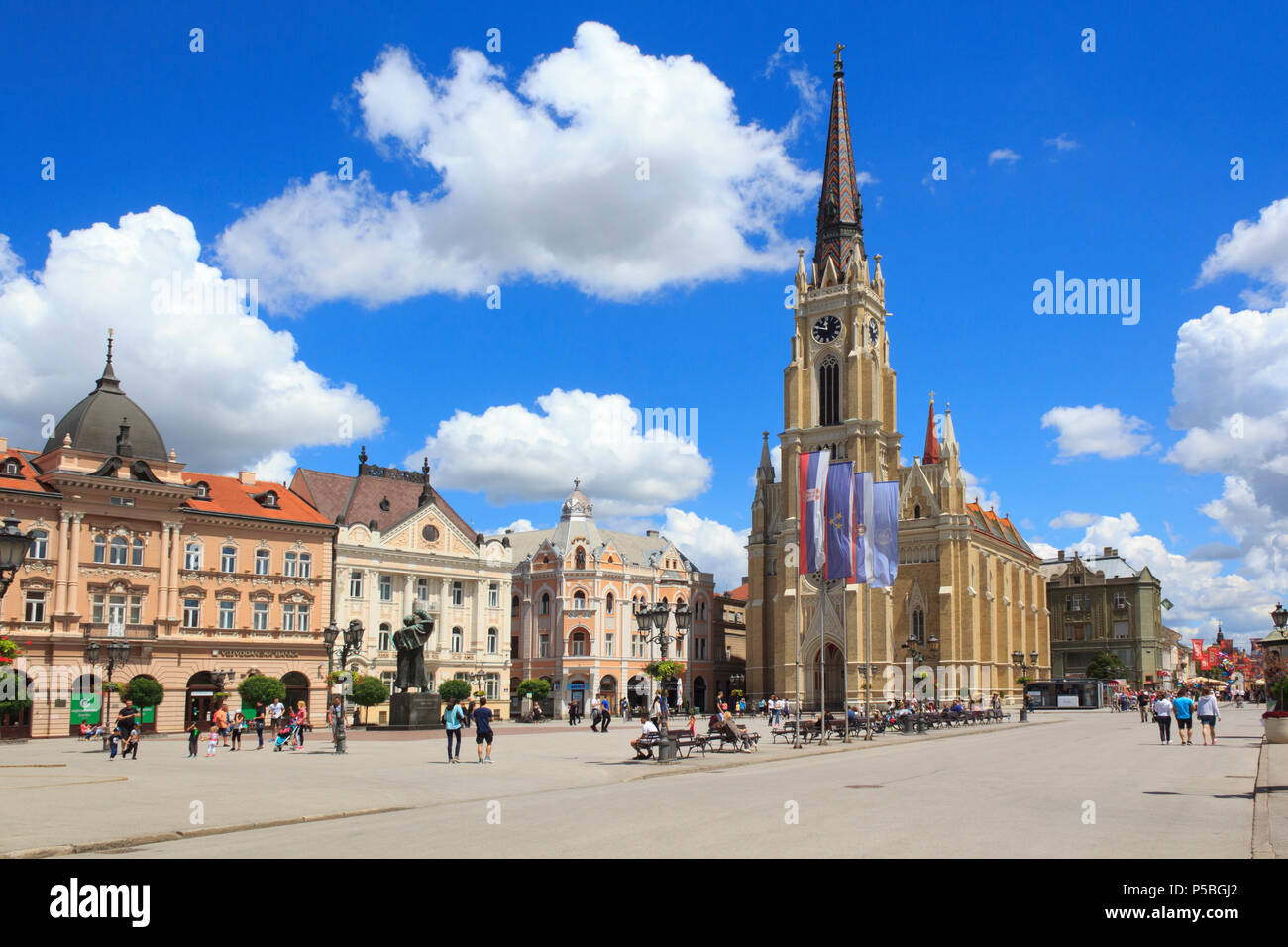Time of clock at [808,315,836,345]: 11:46
